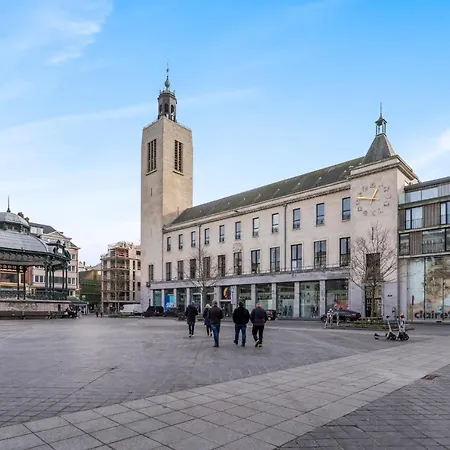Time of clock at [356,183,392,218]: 12:46
